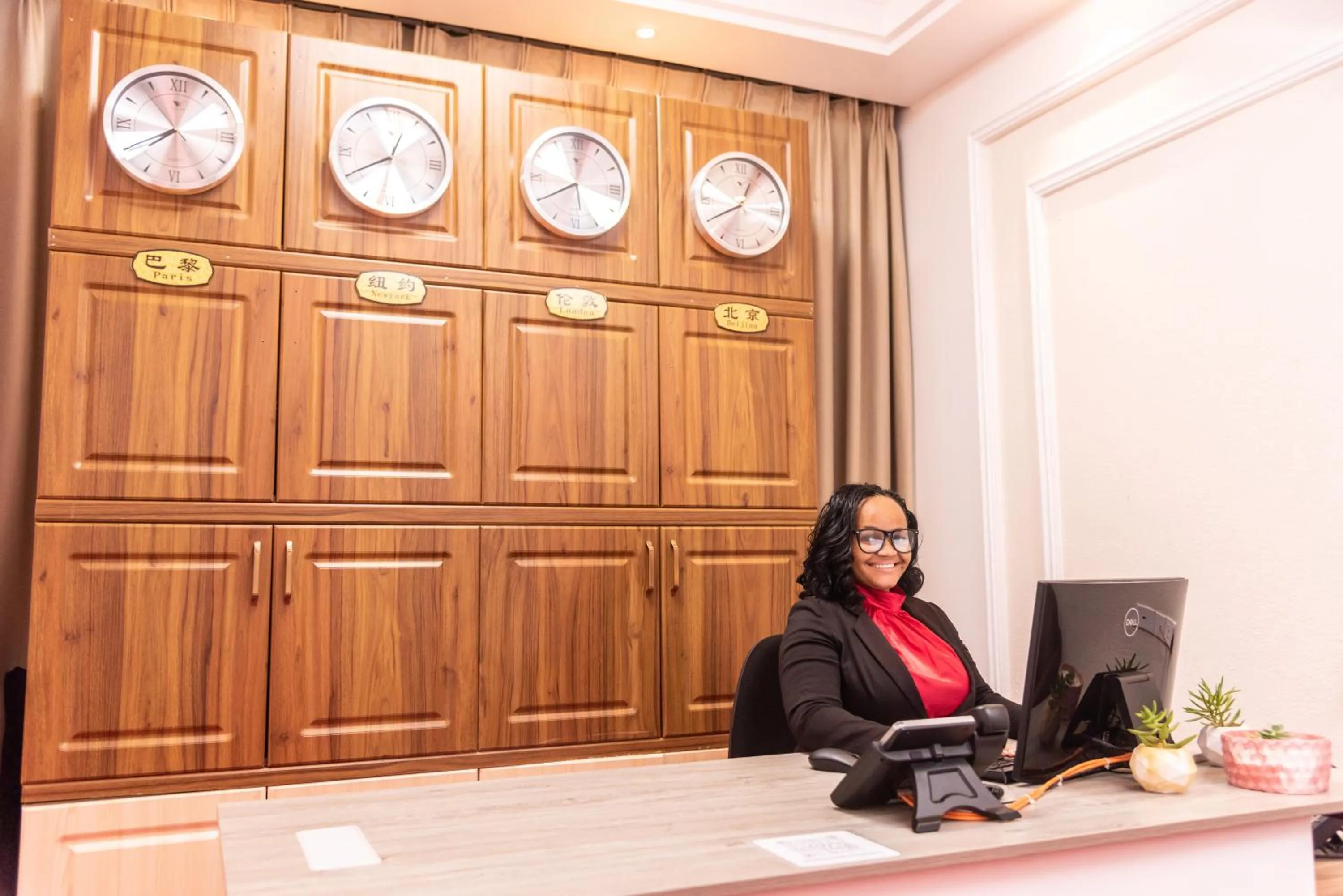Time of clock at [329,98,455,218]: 12:40
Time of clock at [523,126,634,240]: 8:01
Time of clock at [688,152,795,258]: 8:04
